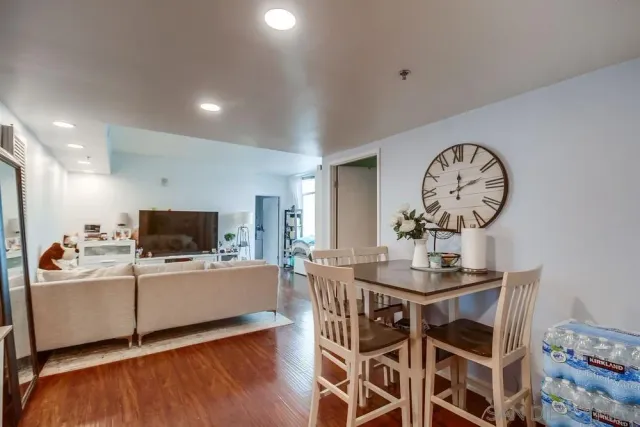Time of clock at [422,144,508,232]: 12:12
